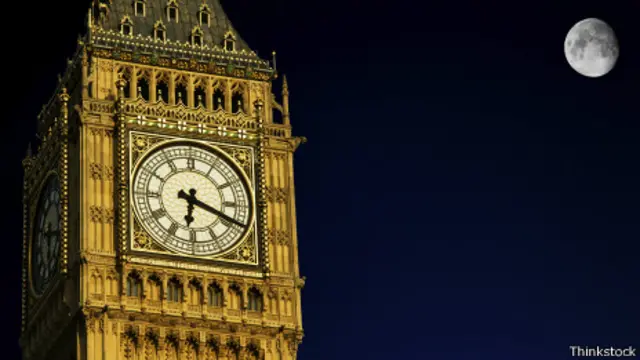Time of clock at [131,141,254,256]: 6:18
